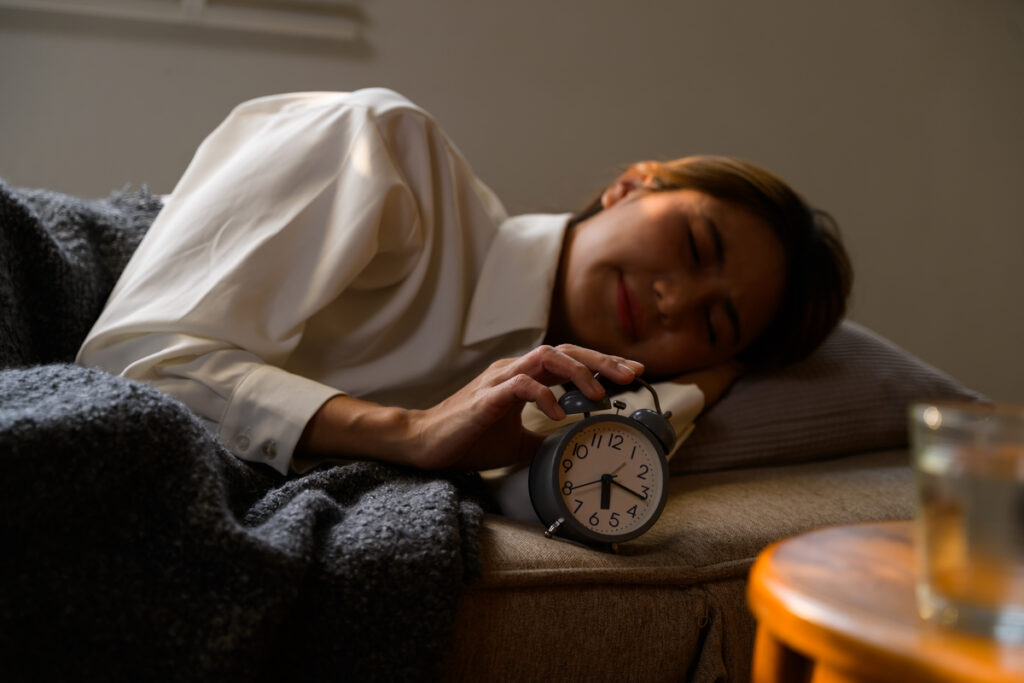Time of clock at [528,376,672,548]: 5:16
